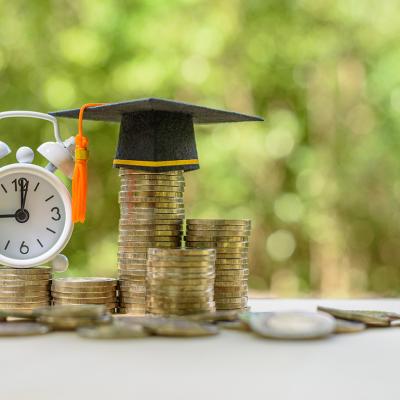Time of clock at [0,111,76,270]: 9:01
